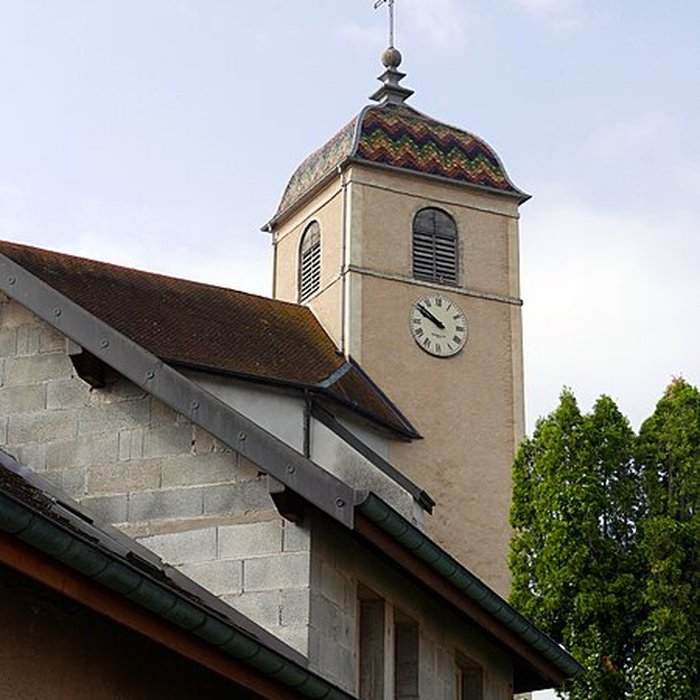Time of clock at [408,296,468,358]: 9:51
